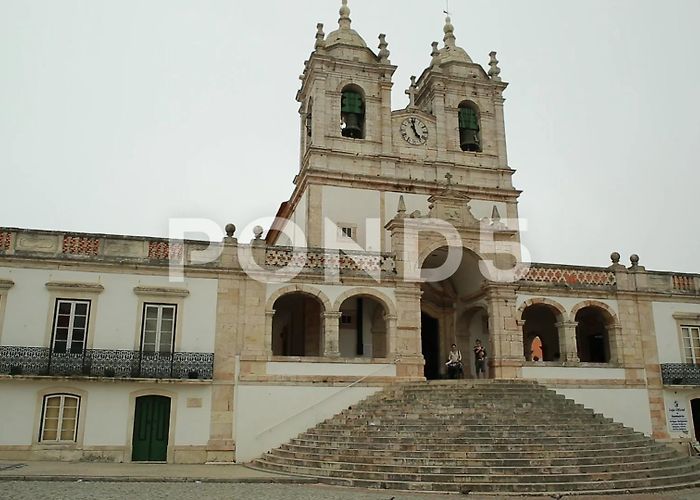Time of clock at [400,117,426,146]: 4:58
